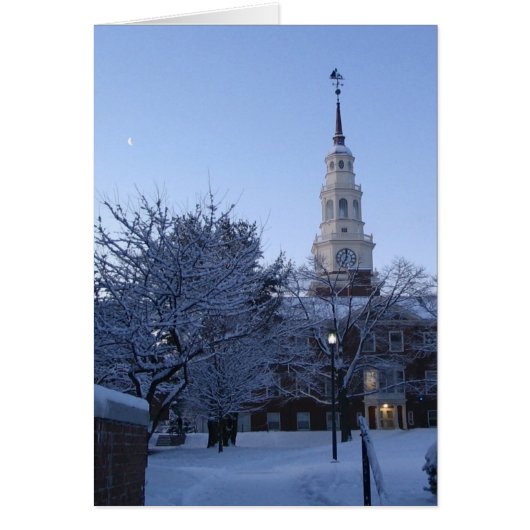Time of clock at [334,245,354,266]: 7:00
